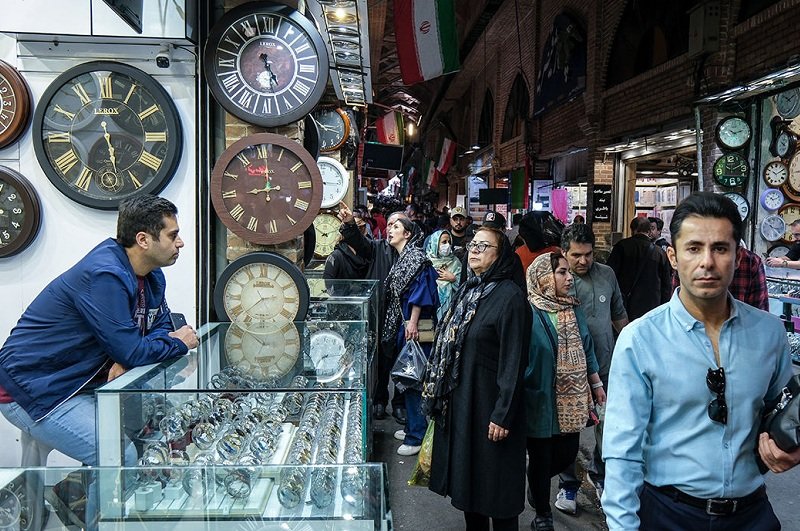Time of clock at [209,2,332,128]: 4:57
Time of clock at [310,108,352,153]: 10:17
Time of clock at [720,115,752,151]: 10:12
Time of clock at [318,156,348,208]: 11:16
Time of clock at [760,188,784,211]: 10:11
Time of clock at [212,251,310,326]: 2:37
